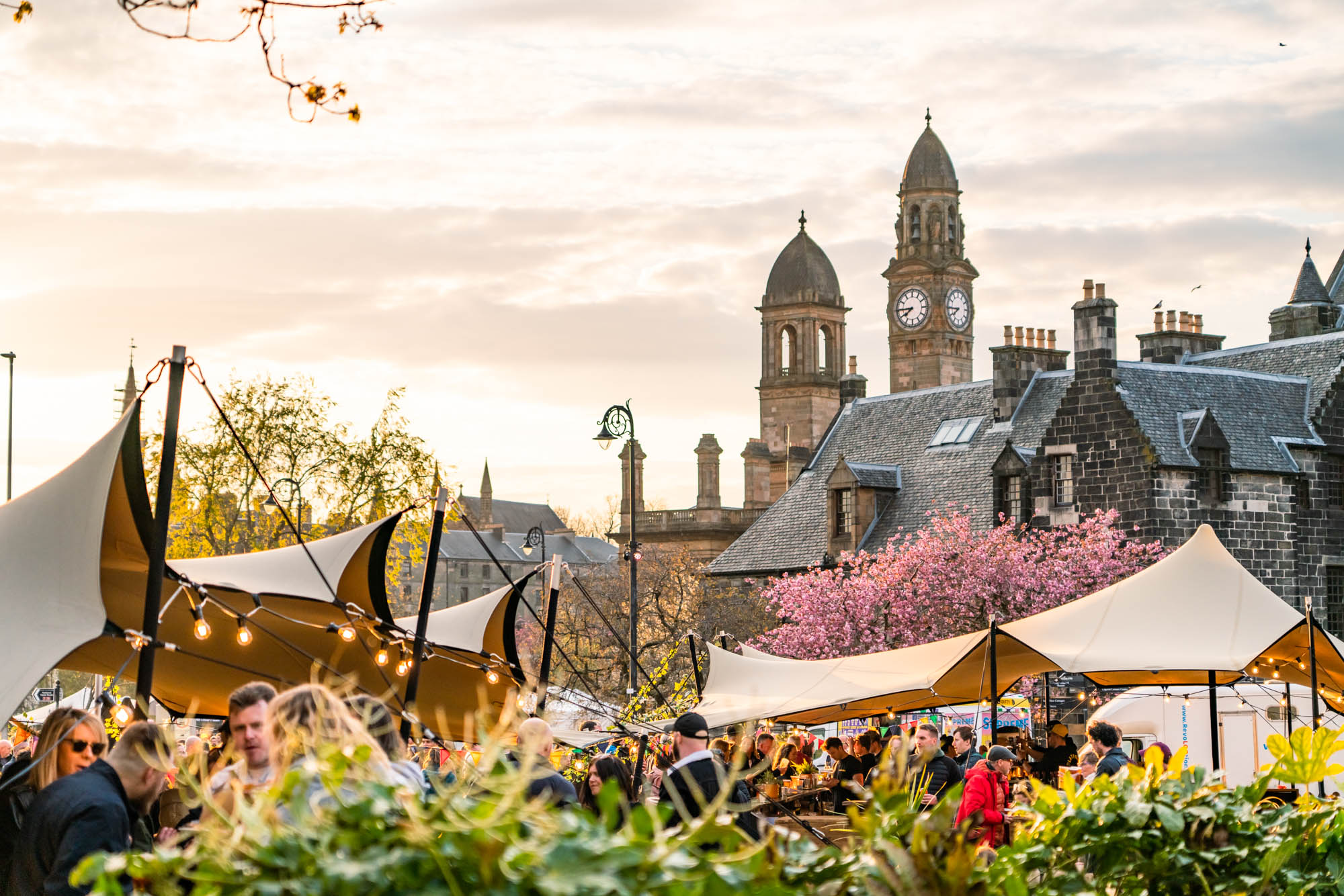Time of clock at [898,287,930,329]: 7:44
